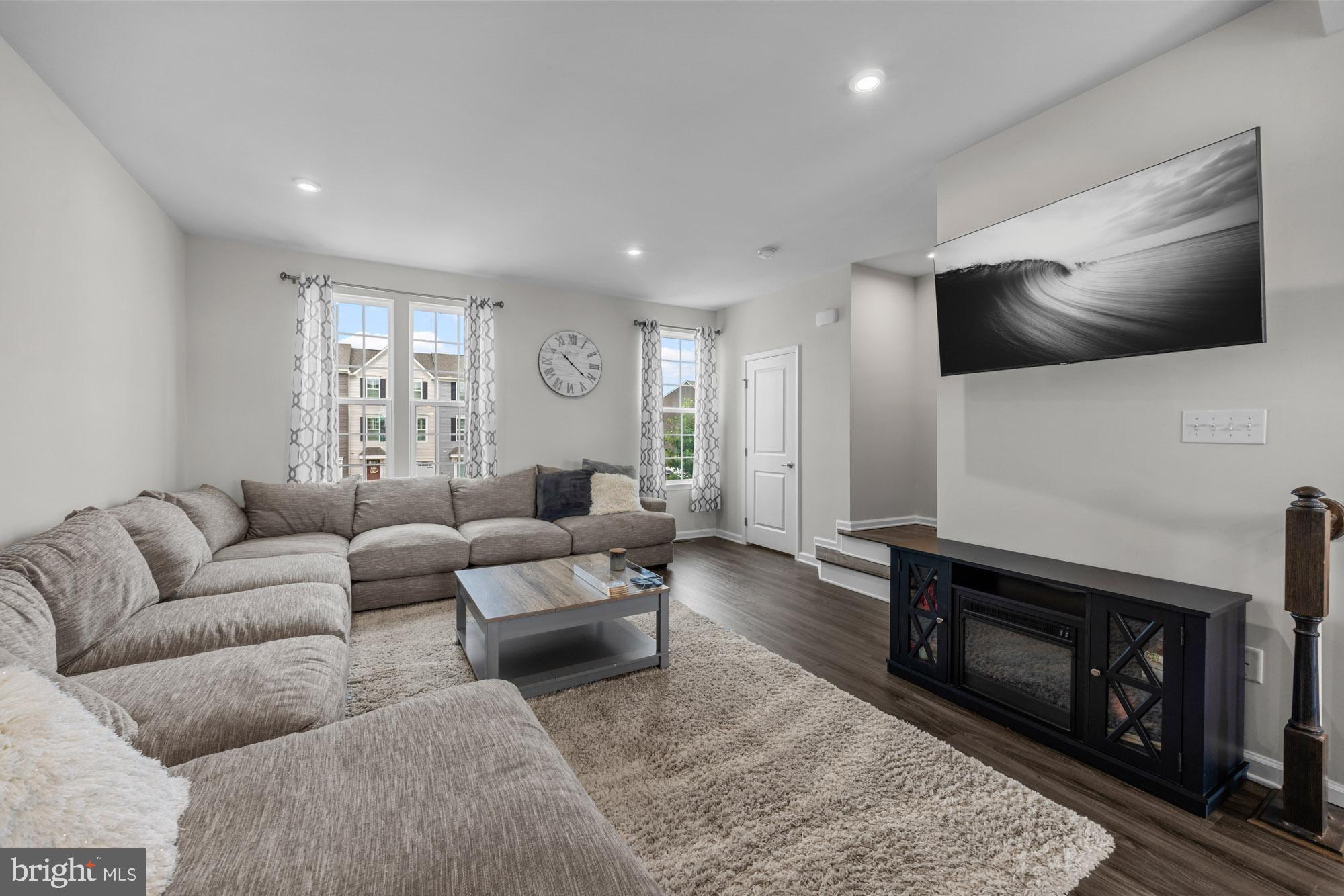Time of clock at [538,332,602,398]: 10:21
